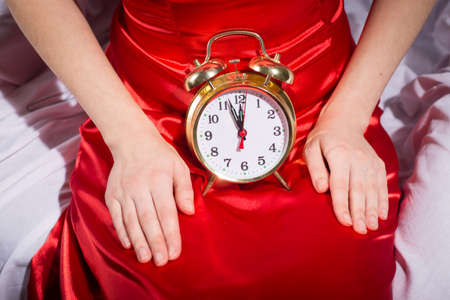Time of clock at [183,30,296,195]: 11:56
